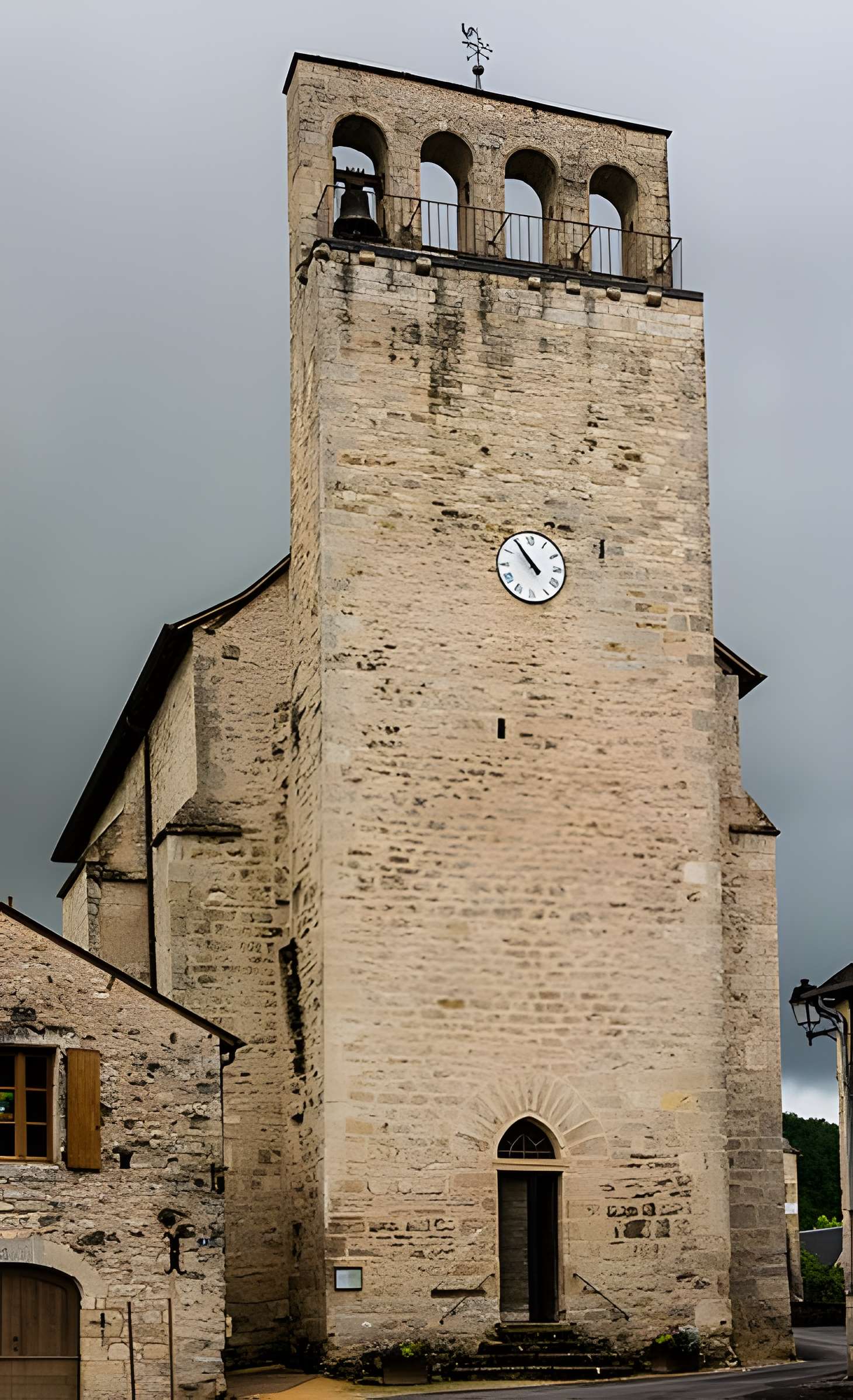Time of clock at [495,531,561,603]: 10:54
